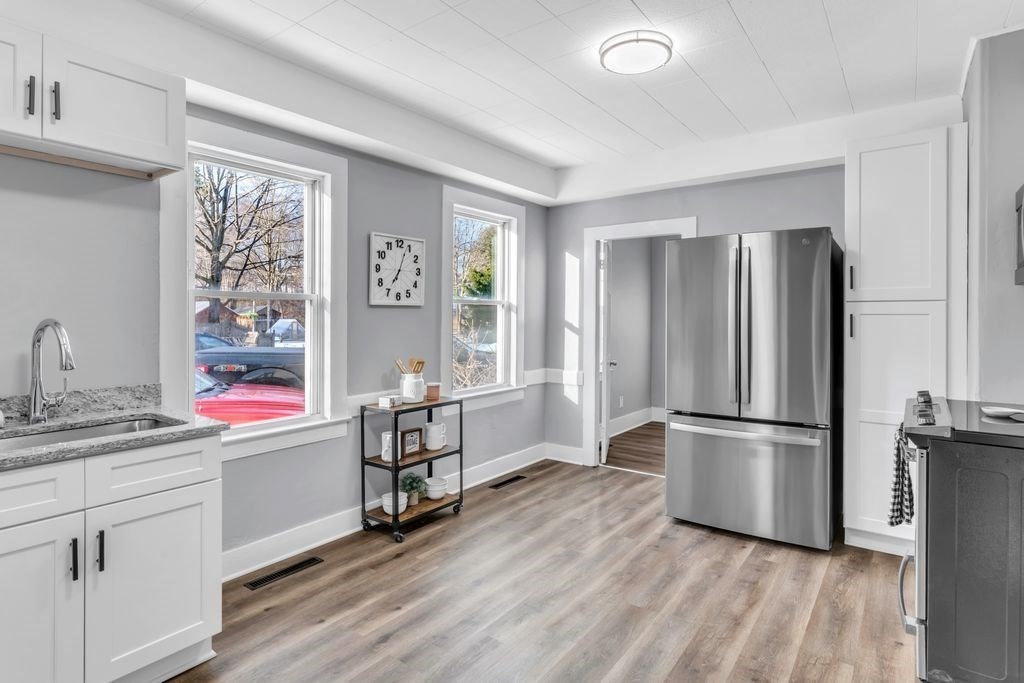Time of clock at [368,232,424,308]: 7:03
